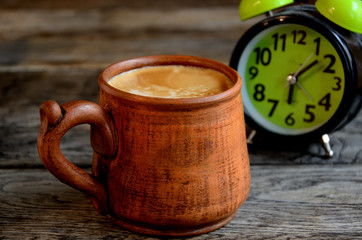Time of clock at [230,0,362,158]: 6:08
